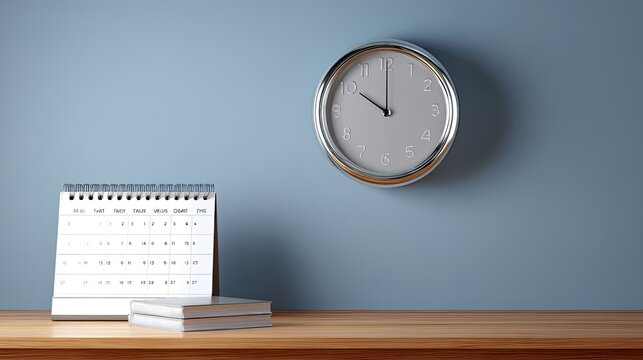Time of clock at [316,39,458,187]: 10:00
